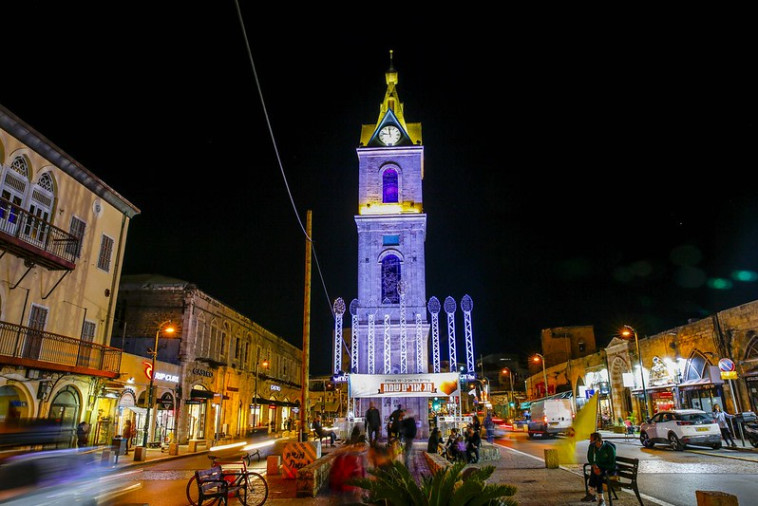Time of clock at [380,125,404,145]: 11:46
